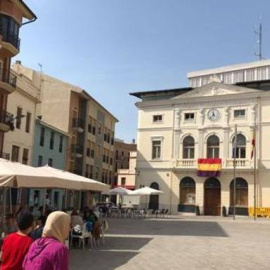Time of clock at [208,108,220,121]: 11:37
